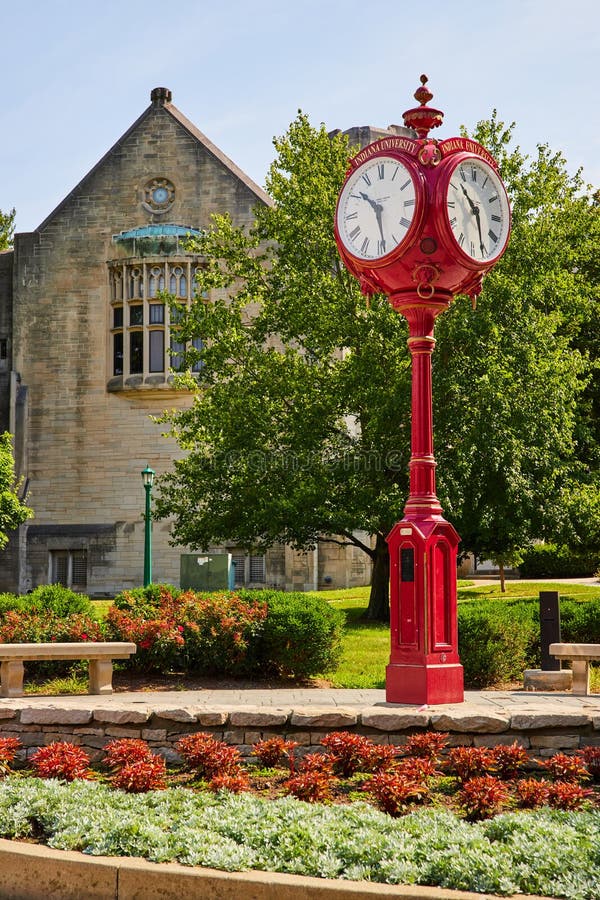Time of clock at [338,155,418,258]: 10:28
